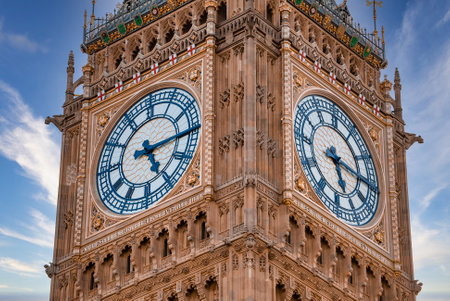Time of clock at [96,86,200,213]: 5:14
